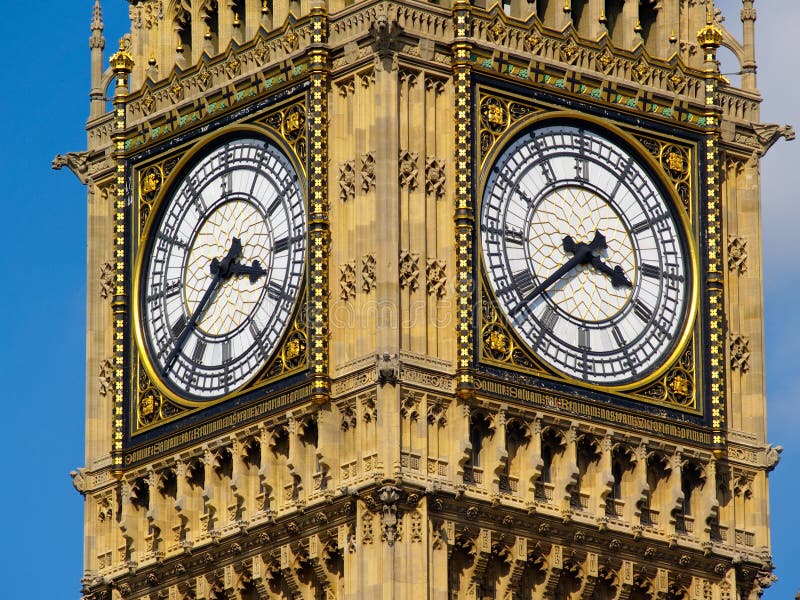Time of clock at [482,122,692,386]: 3:38
